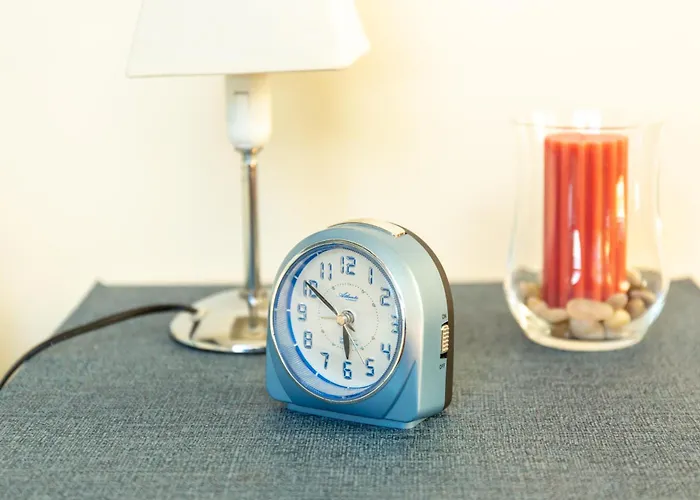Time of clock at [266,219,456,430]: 5:50
